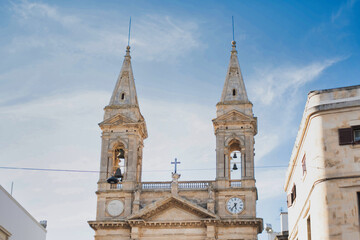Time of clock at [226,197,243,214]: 5:36
